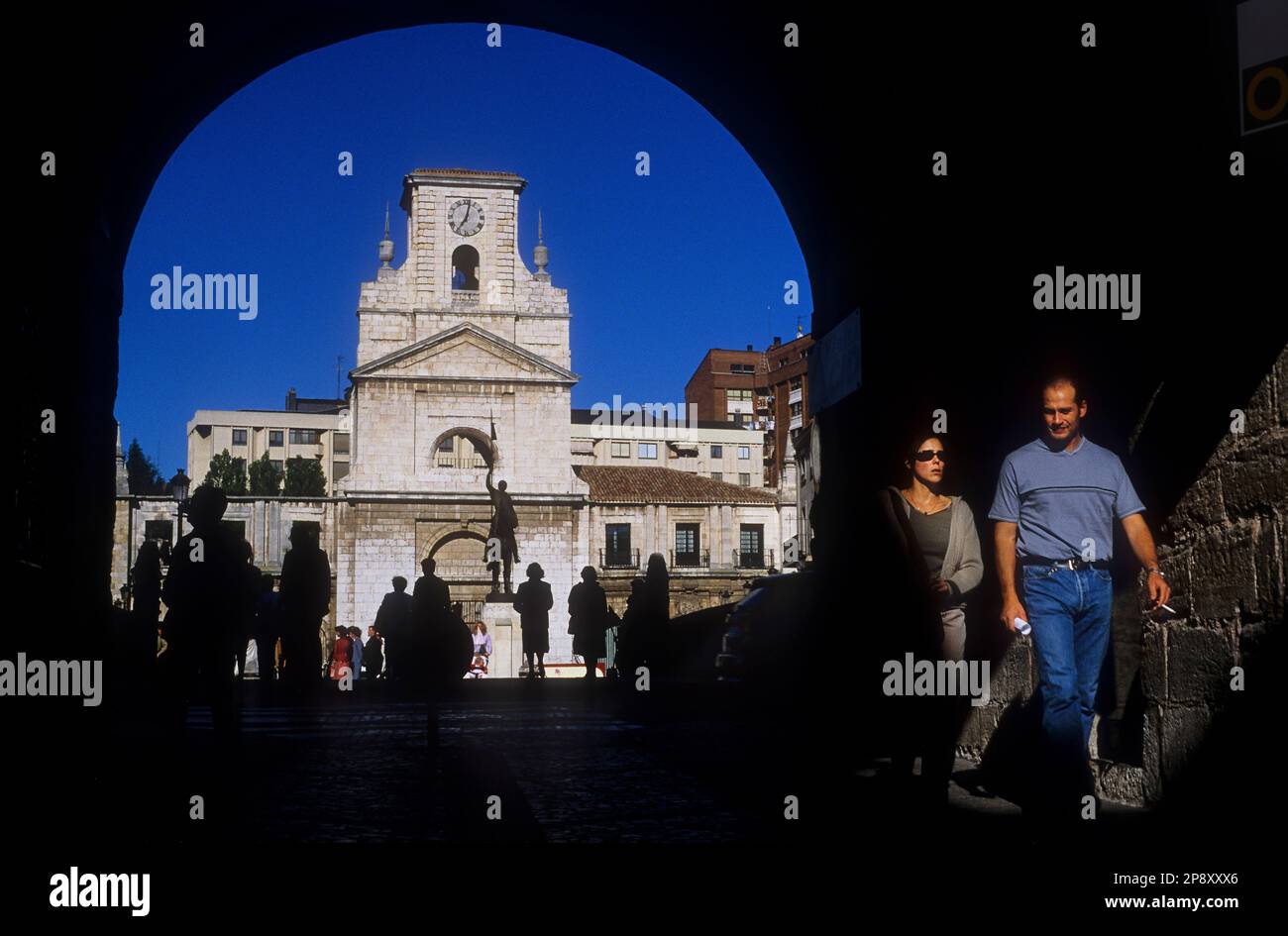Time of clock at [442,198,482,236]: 7:02
